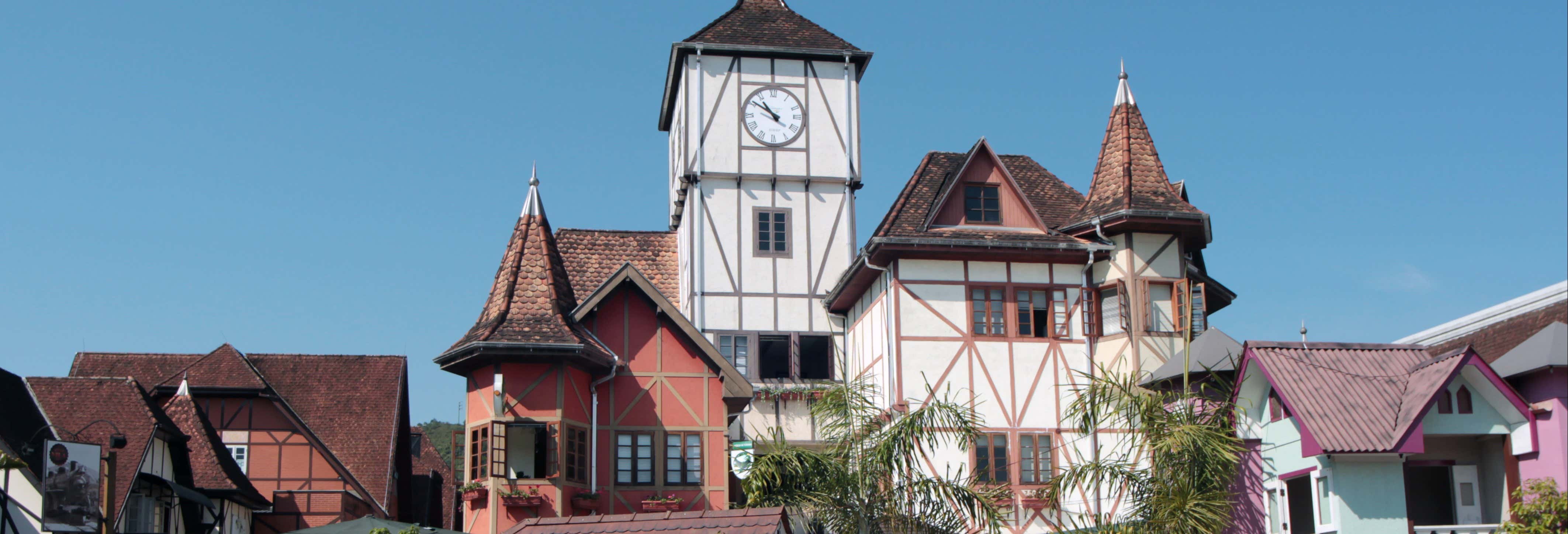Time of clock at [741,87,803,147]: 10:50
